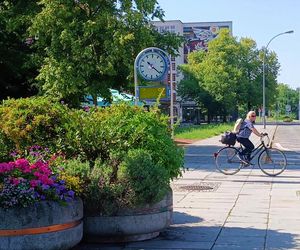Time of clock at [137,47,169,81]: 10:21
